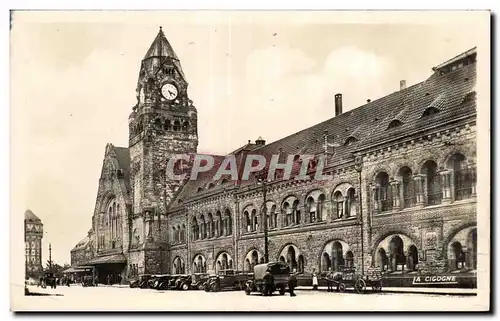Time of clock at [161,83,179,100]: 5:18
